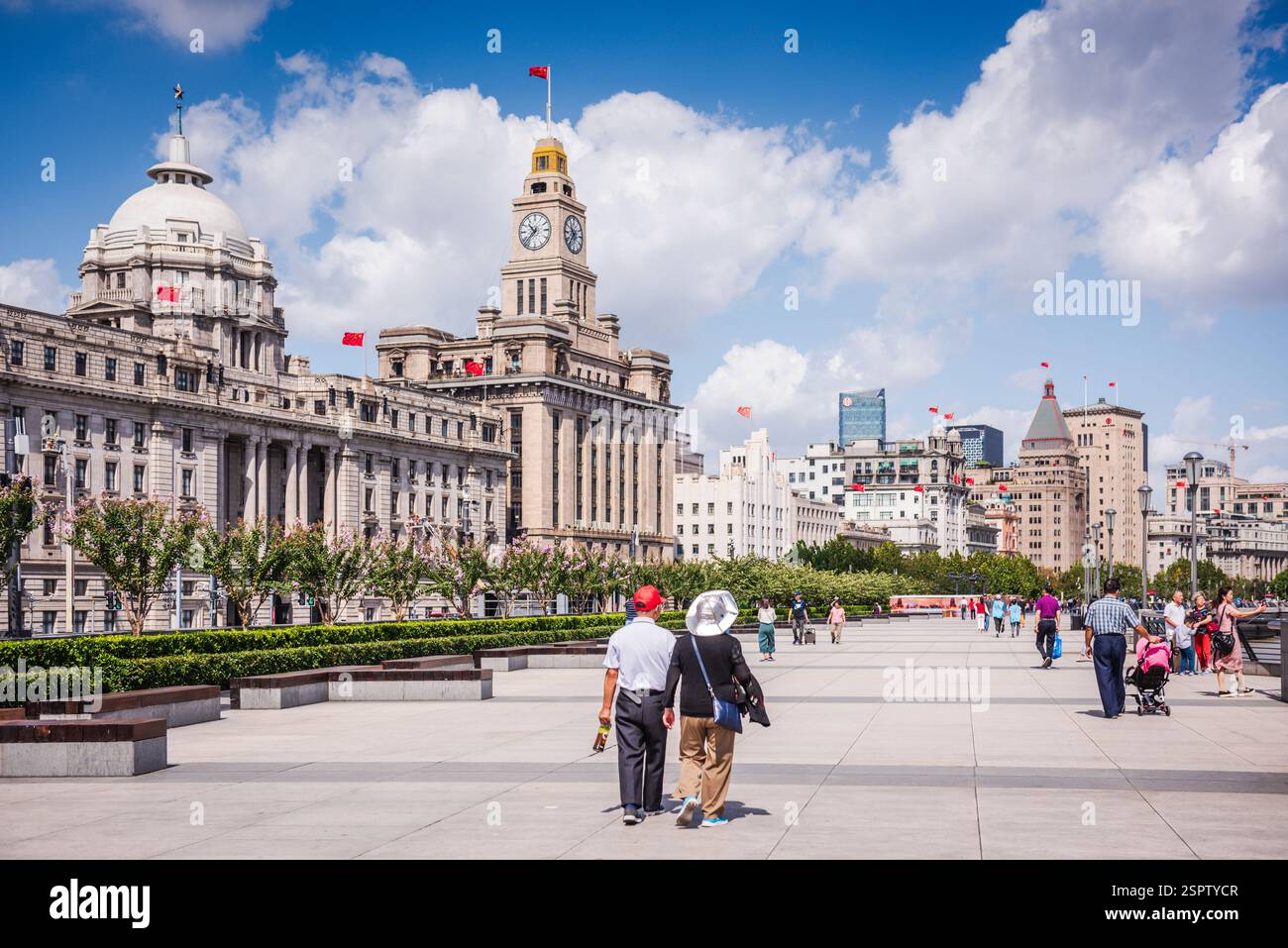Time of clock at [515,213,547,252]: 10:37
